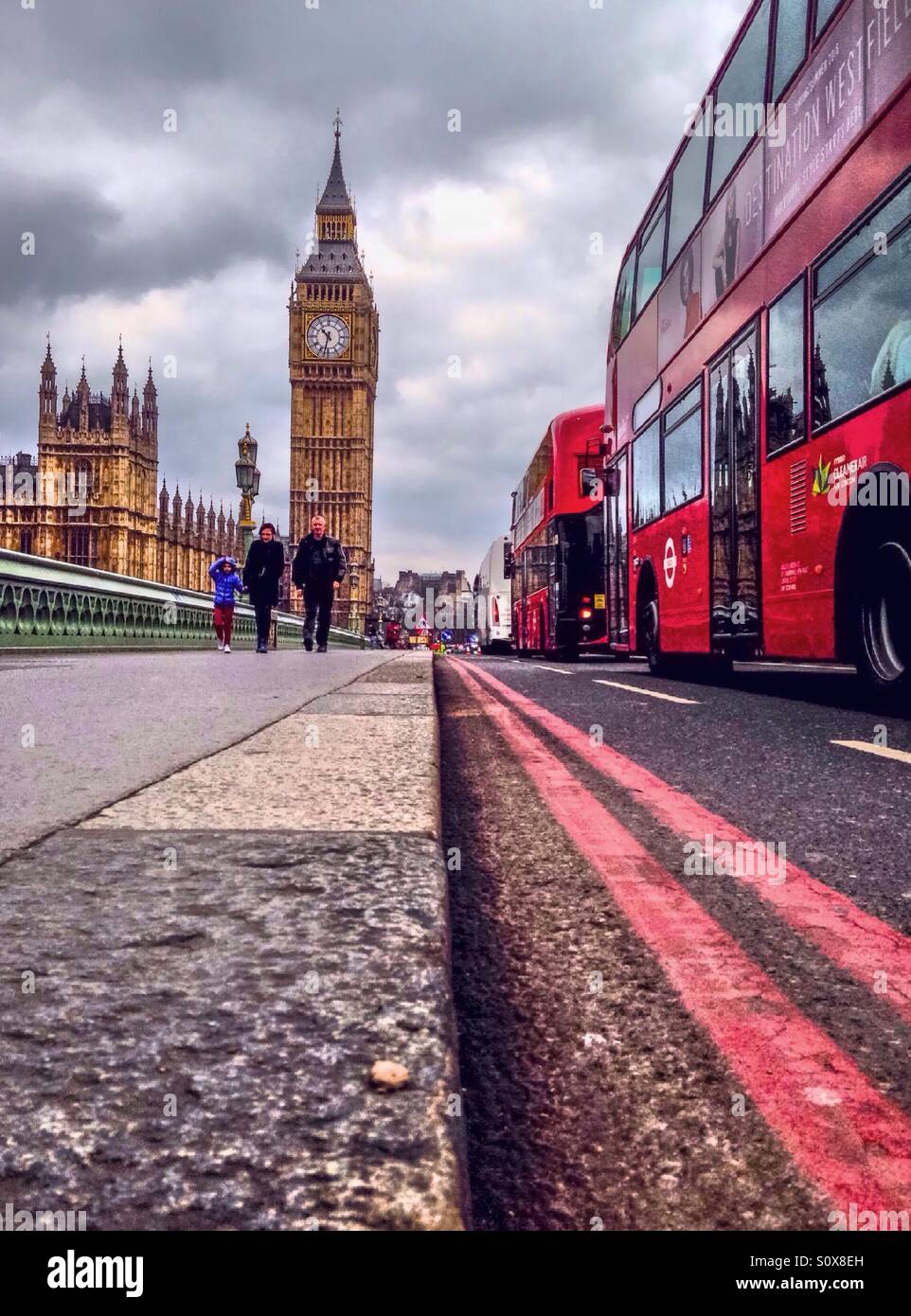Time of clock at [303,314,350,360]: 10:32
